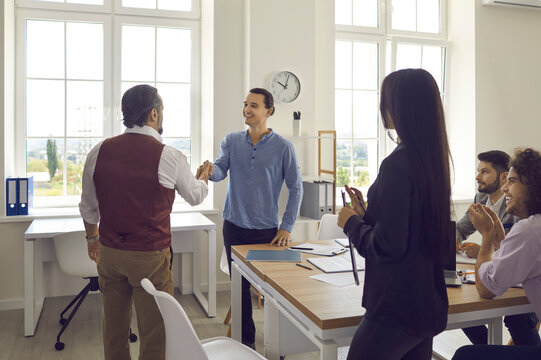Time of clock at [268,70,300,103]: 10:02
